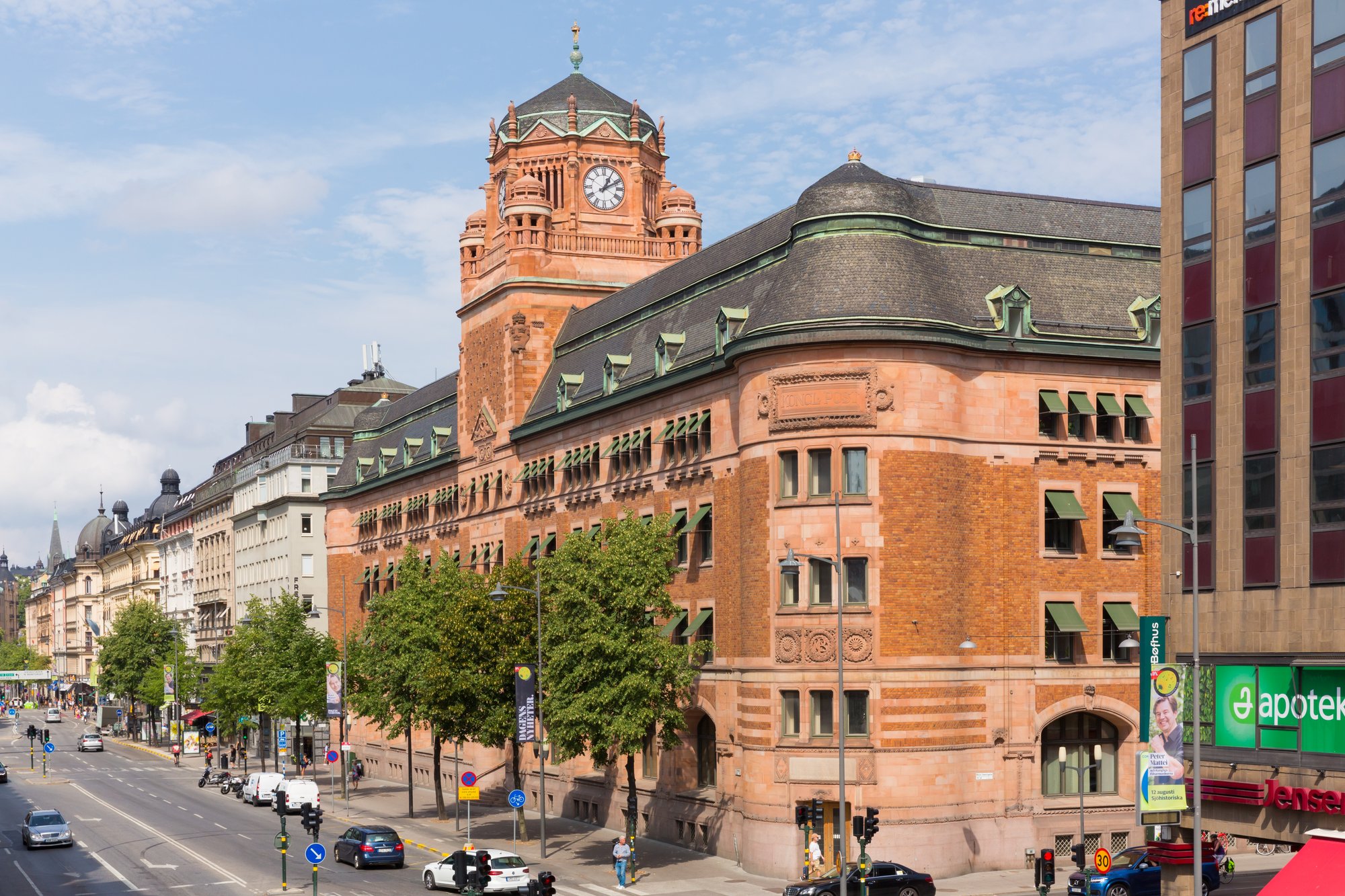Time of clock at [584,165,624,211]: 1:10
